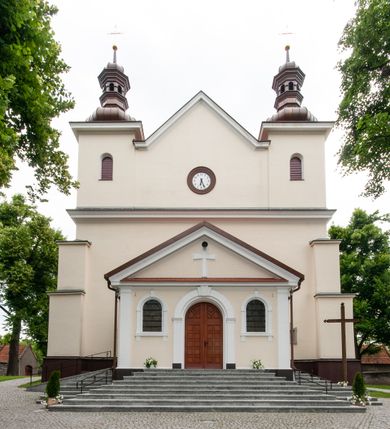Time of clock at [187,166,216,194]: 6:25
